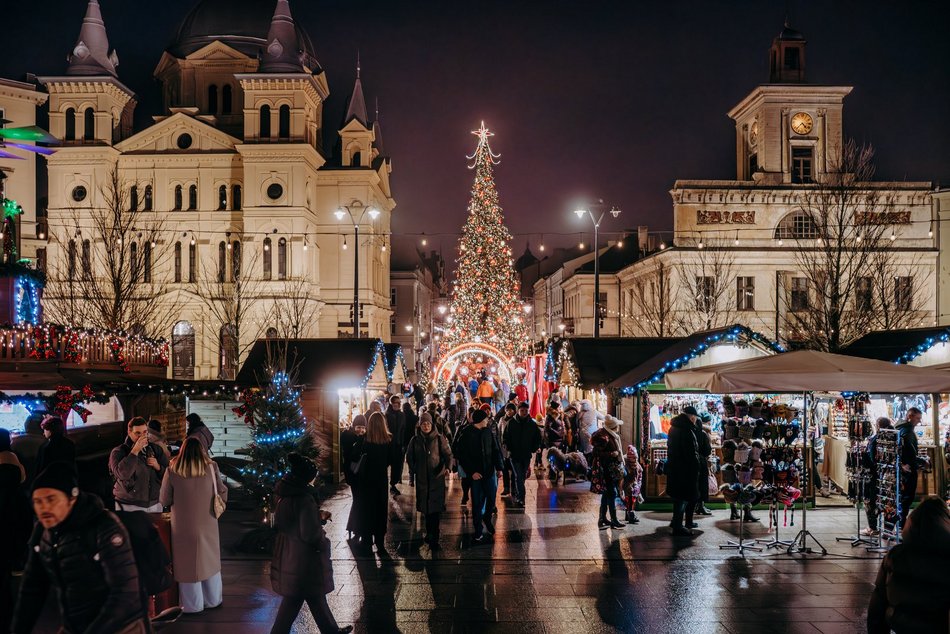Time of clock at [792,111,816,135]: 4:37
